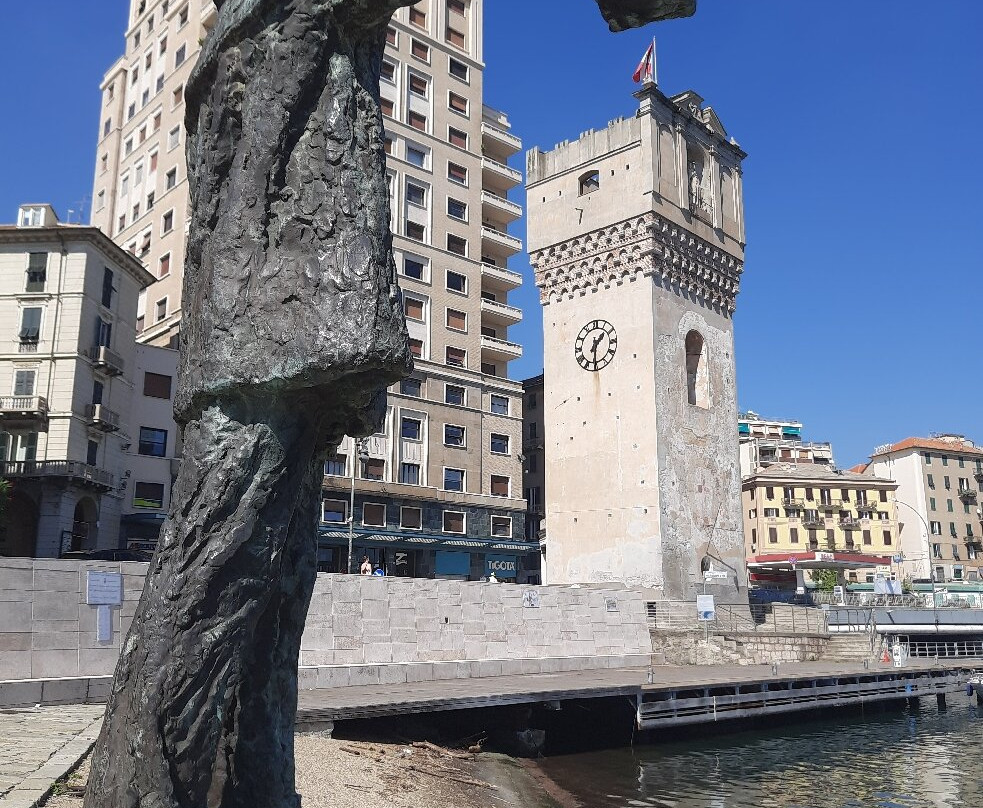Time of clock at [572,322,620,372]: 1:30
